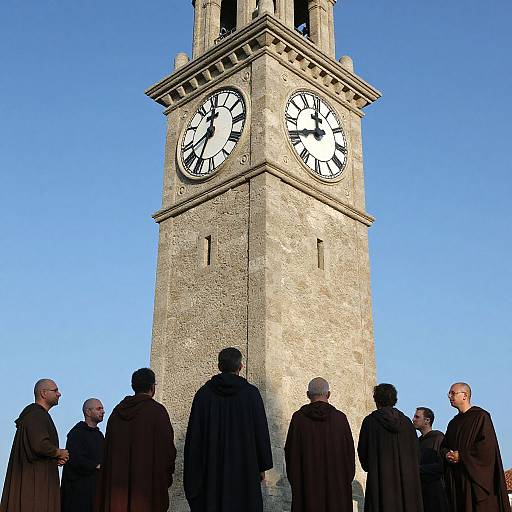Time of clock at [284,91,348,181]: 11:41
